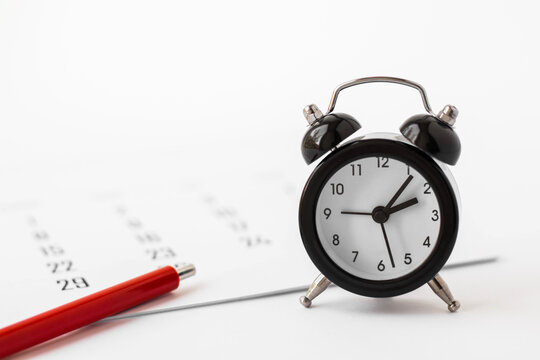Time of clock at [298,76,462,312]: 2:06
